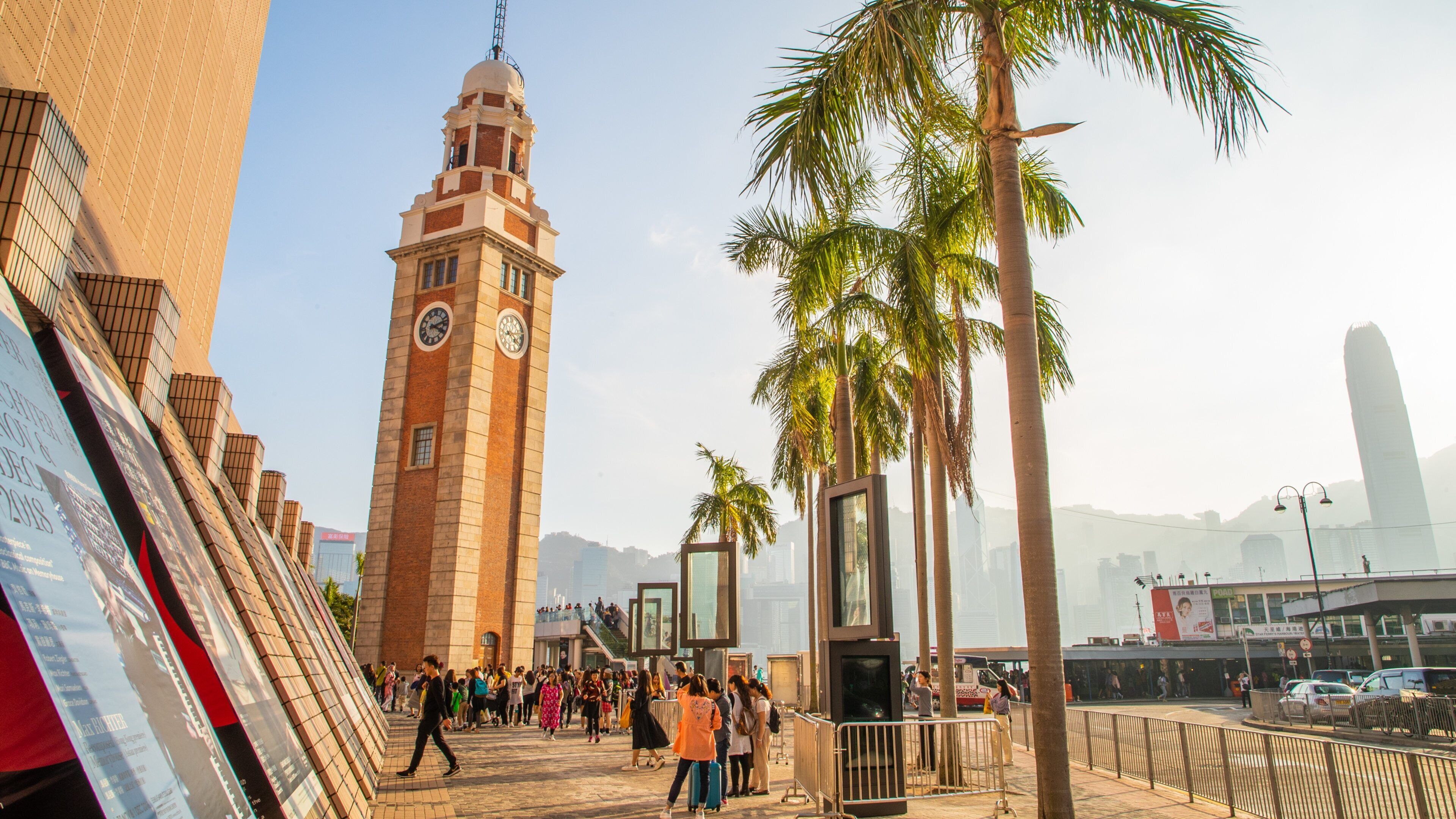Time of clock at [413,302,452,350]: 4:12
